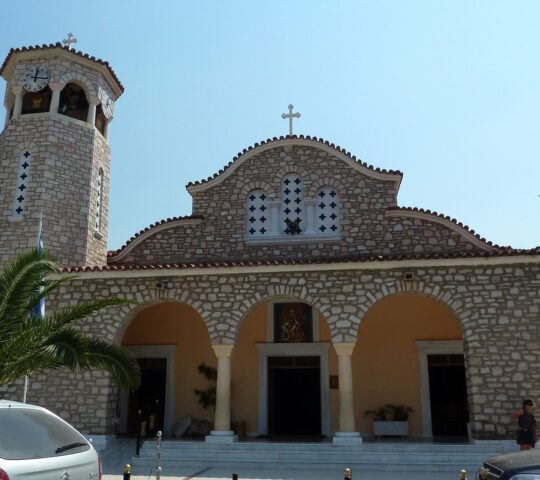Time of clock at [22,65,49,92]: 12:16
